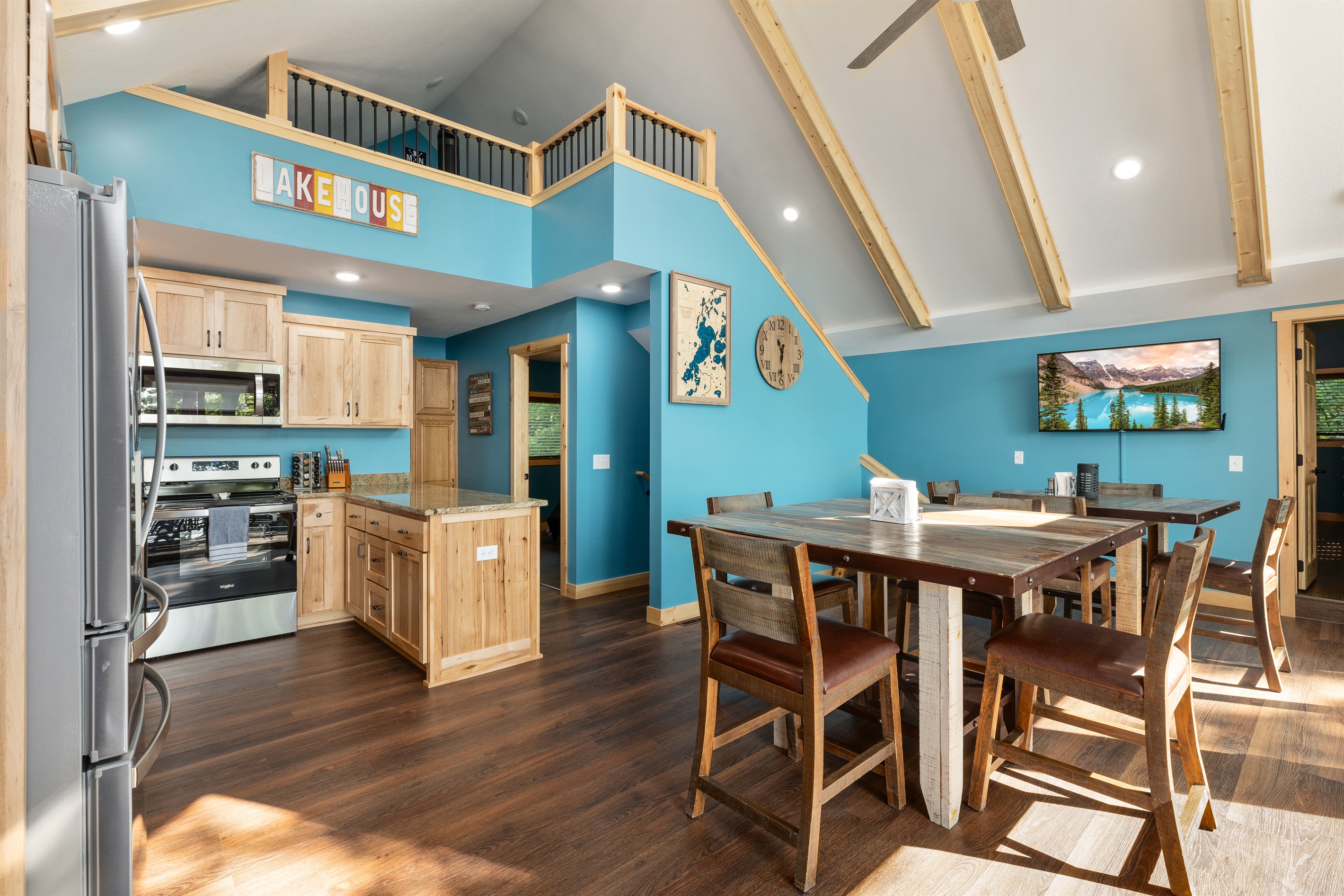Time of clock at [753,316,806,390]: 11:31
